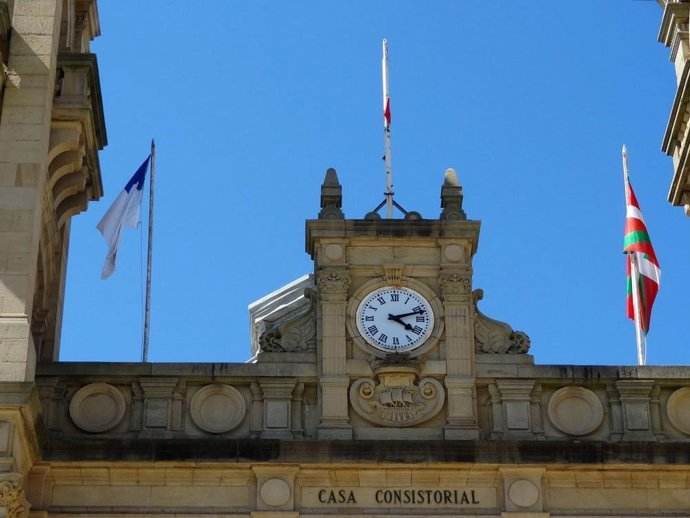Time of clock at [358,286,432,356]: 4:12
